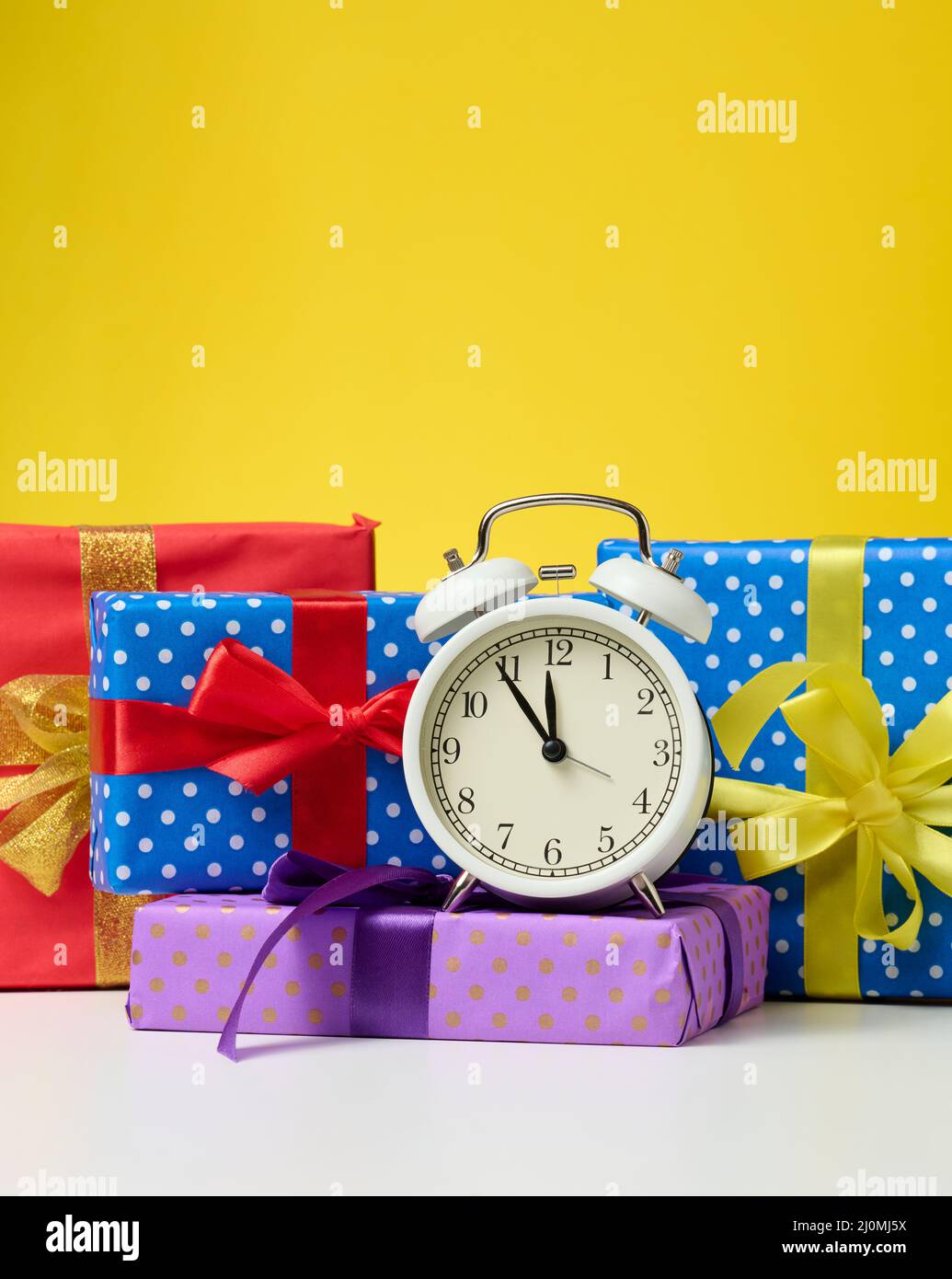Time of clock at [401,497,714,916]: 11:54
